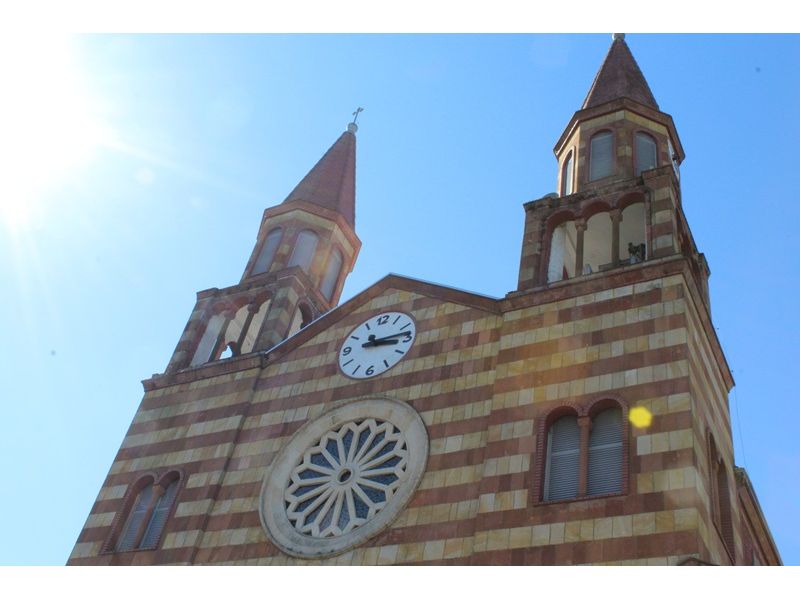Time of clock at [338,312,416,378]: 3:13
